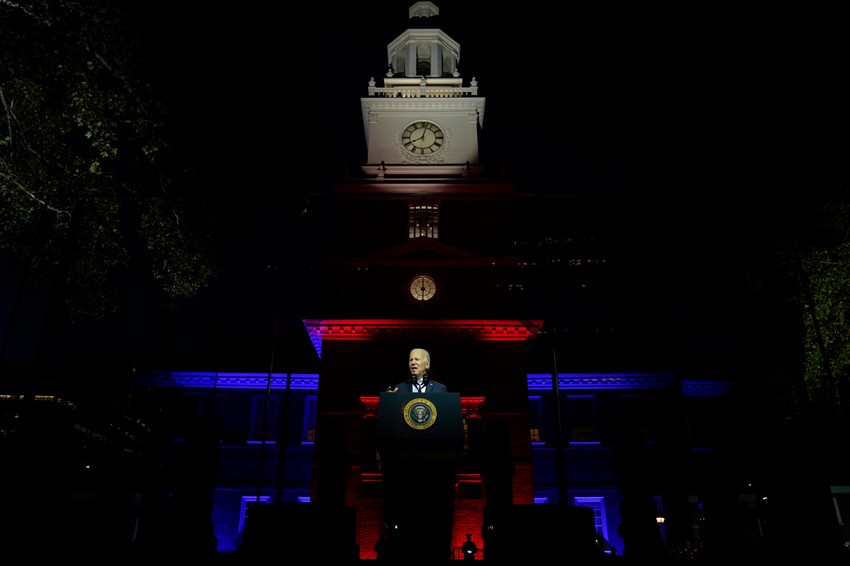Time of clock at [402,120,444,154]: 8:02
